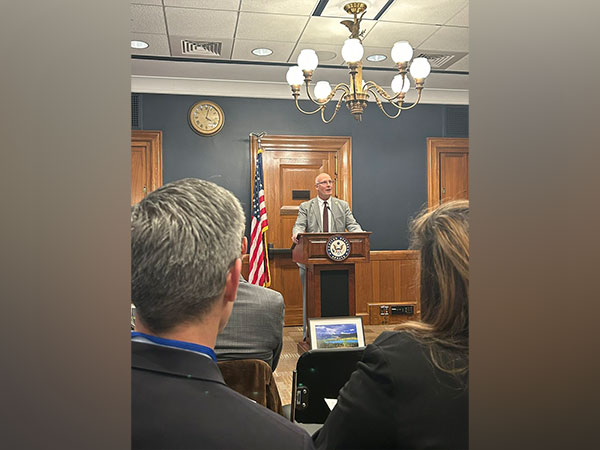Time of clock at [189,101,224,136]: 4:02
